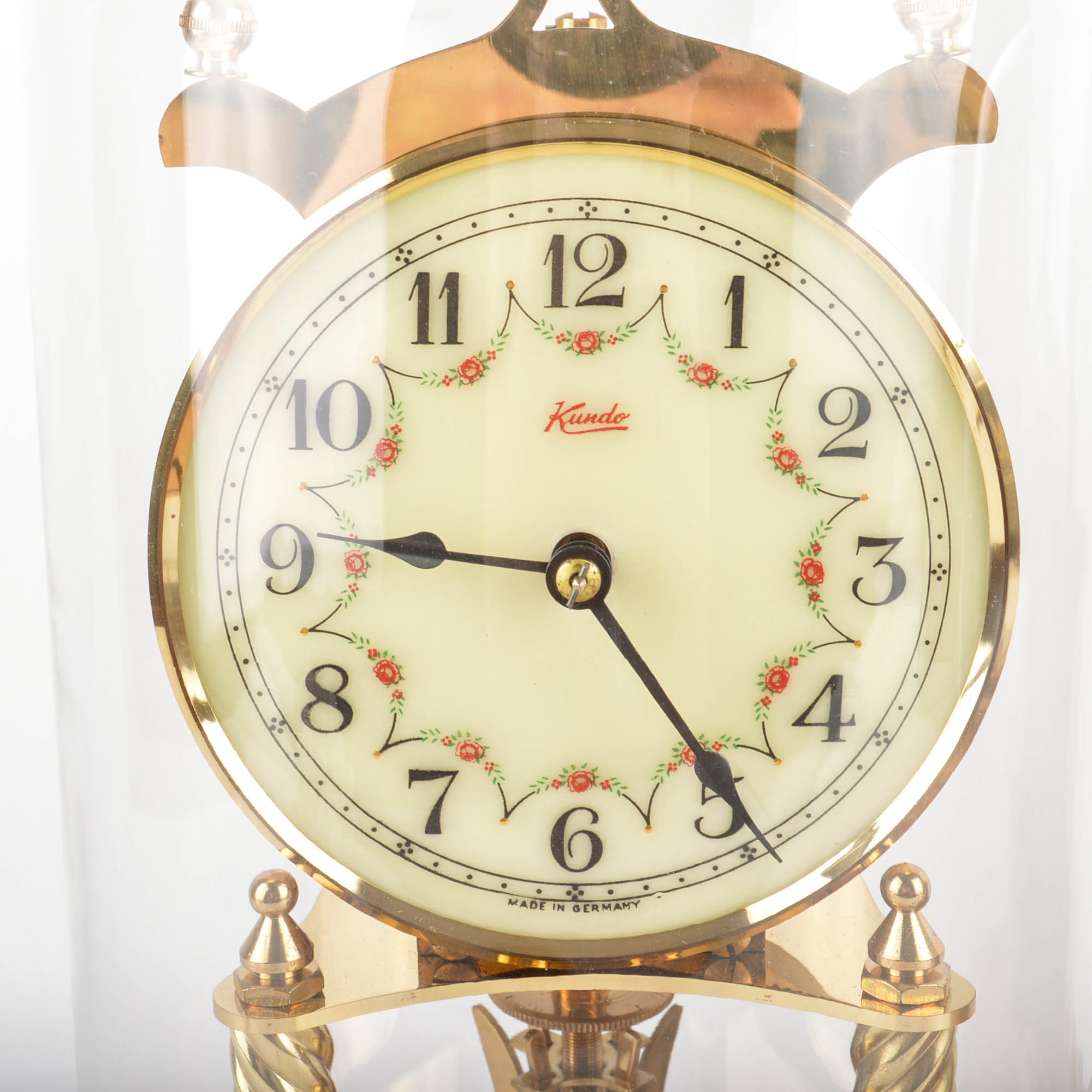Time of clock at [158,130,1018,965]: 9:24
